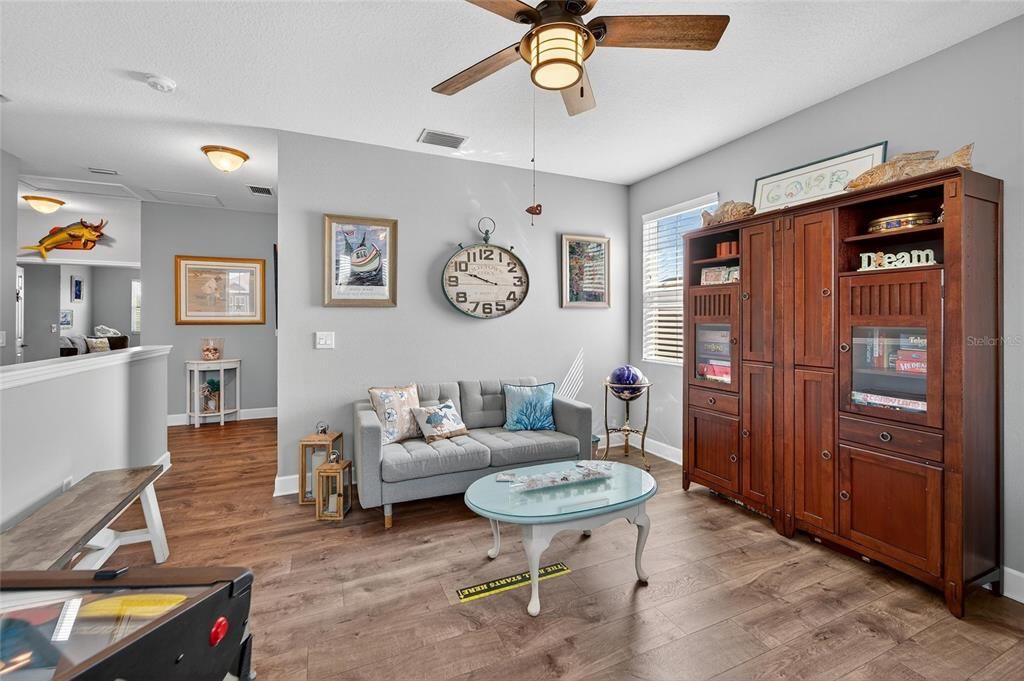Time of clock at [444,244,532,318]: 9:48
